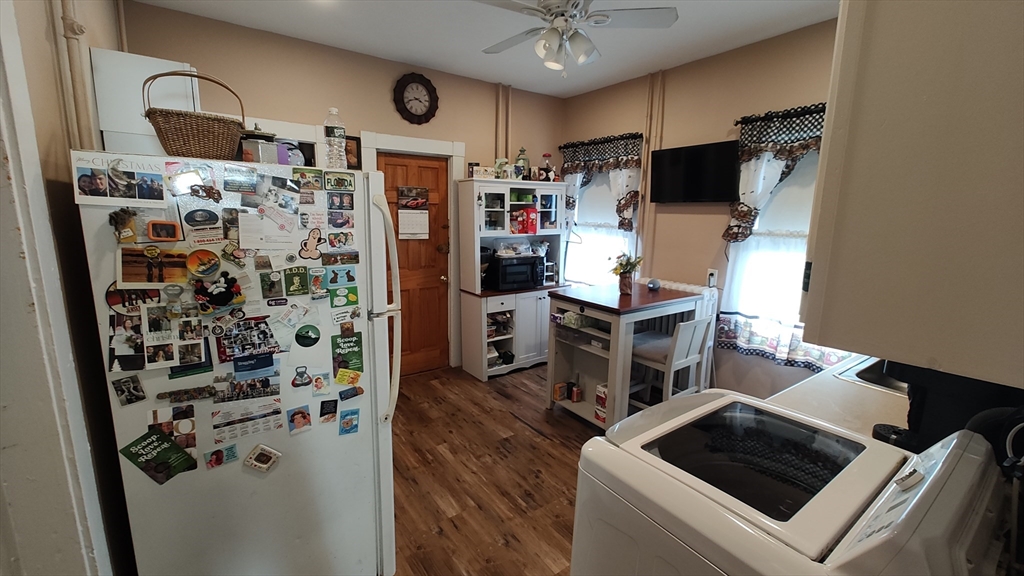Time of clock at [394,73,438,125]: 3:41
